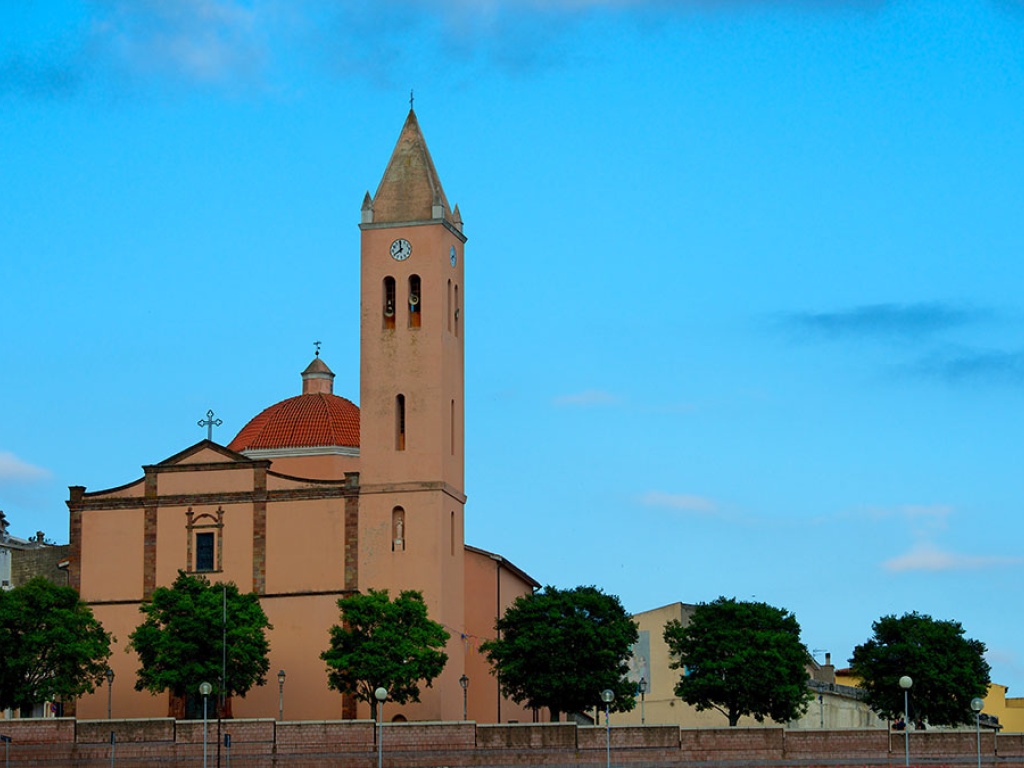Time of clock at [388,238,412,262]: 7:59
